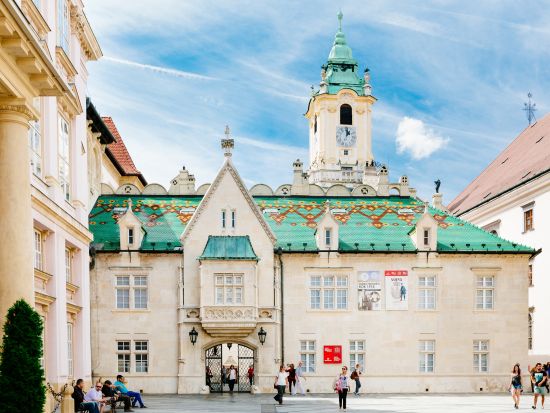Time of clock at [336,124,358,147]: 1:01
